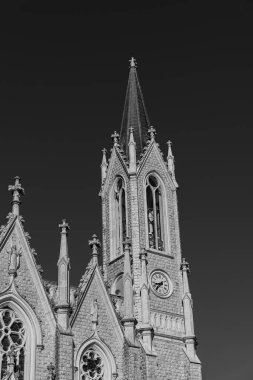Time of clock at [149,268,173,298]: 8:38
